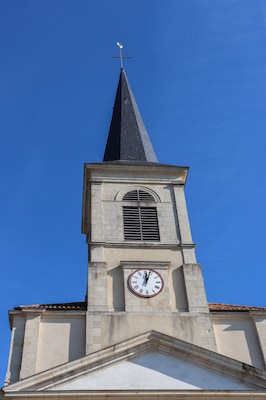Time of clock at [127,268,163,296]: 12:03
